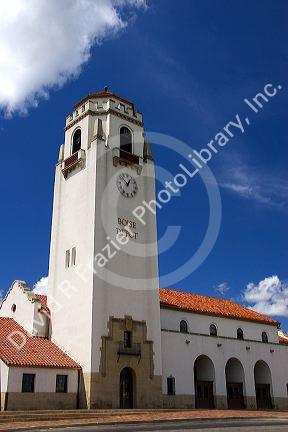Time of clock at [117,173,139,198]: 12:52
